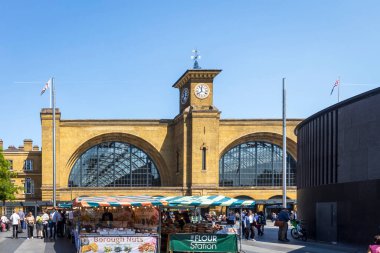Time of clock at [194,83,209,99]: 11:38
